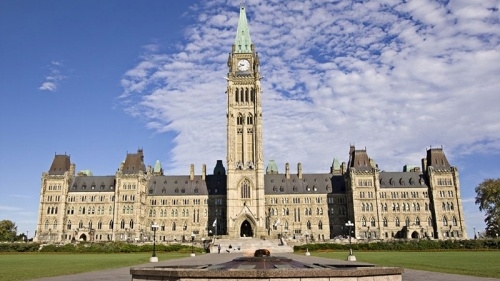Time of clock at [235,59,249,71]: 9:42
